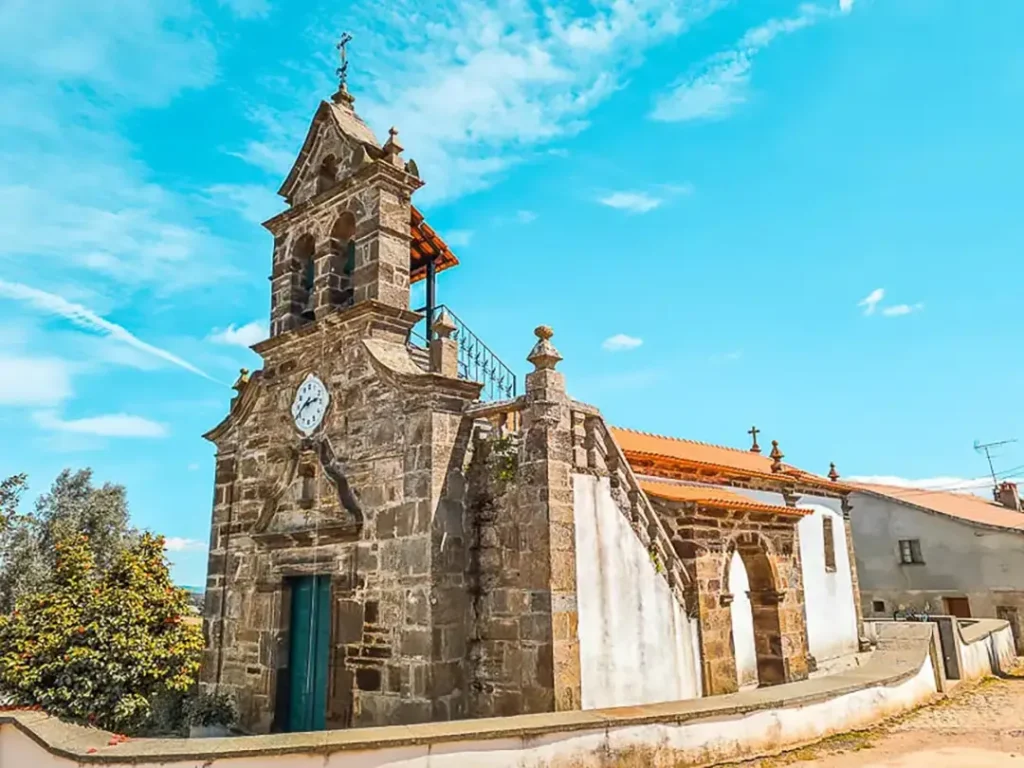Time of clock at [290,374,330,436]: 2:40
